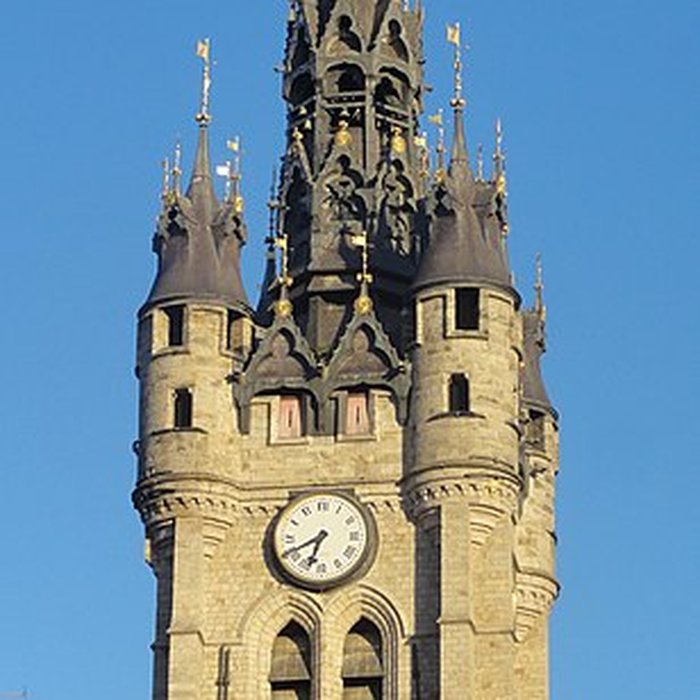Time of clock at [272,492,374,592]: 6:40
